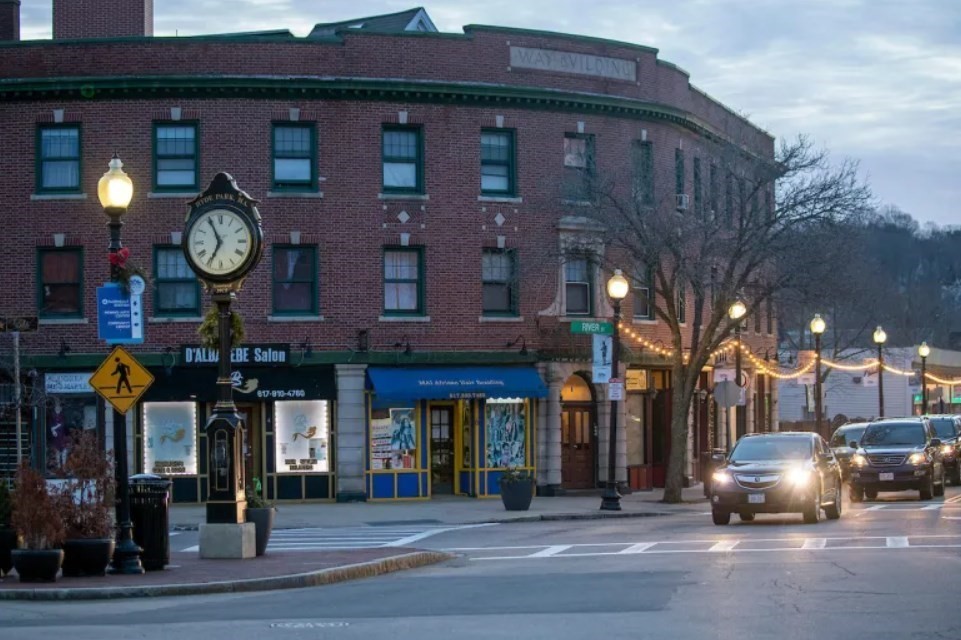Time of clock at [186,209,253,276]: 6:55
